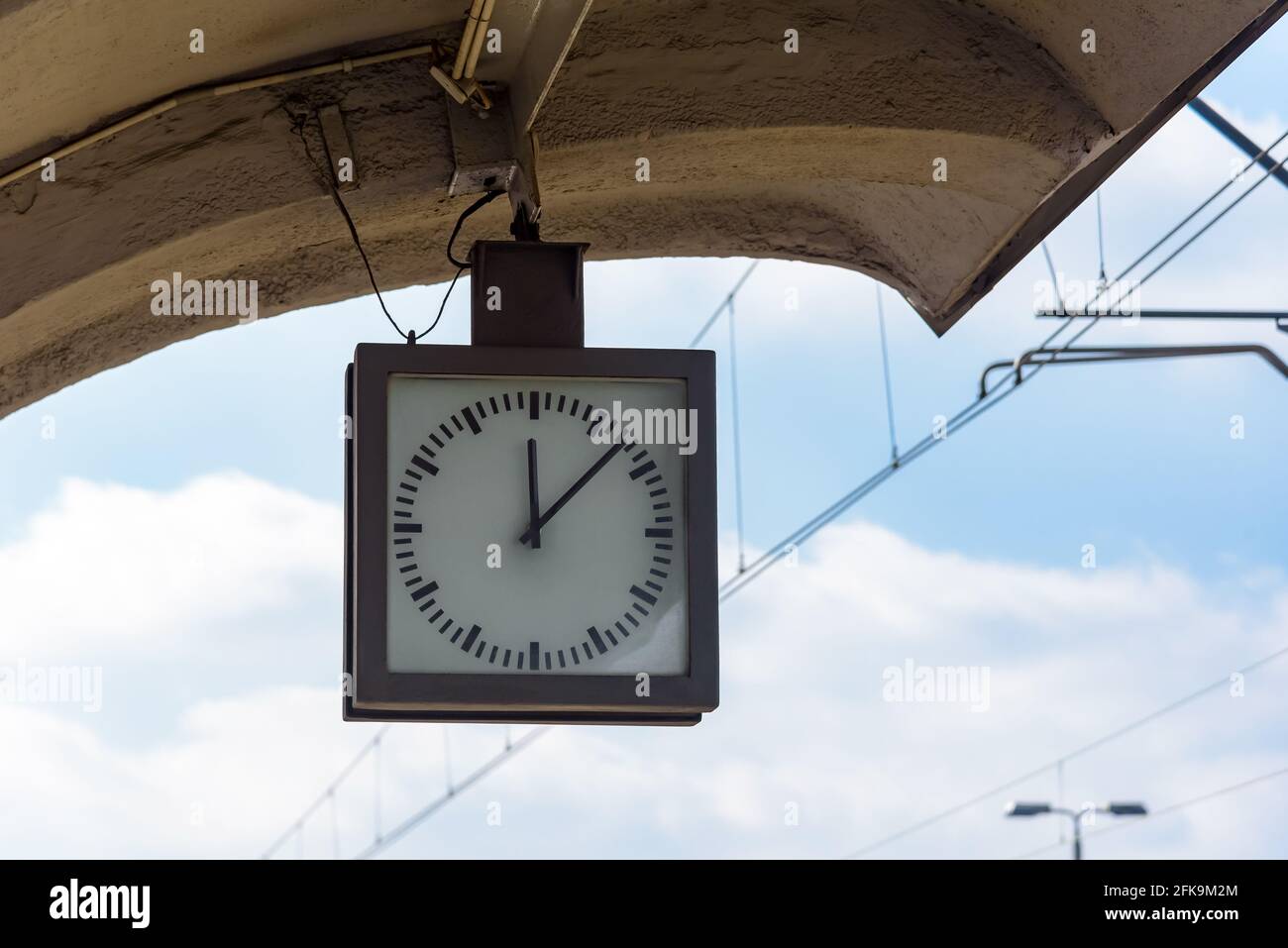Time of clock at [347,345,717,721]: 12:07
